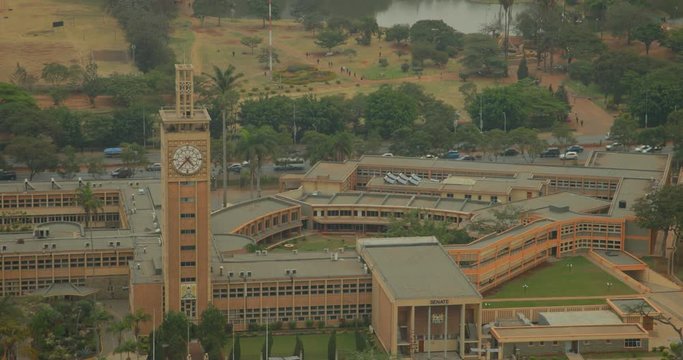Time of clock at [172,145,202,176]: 4:37
